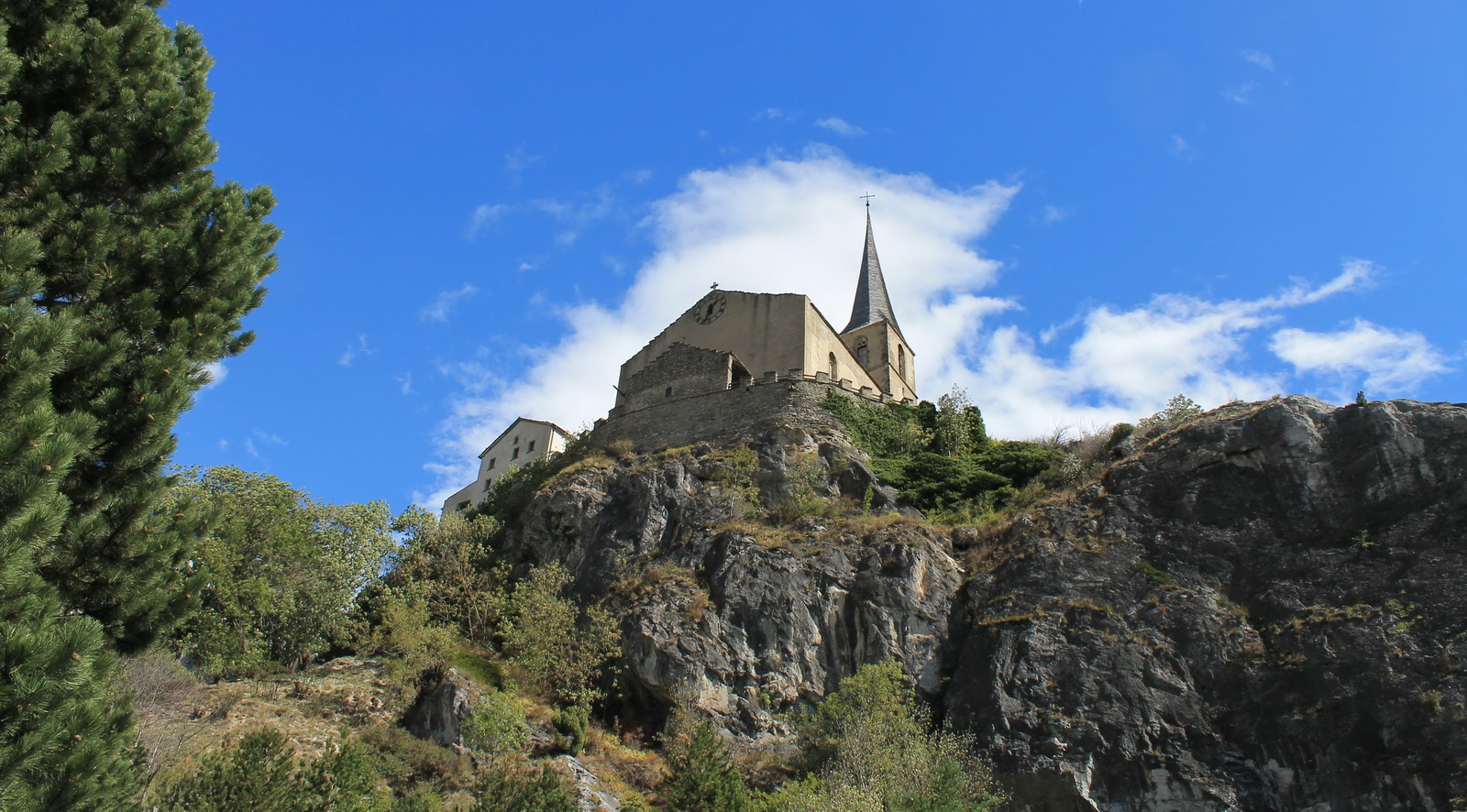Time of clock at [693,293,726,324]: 1:33
